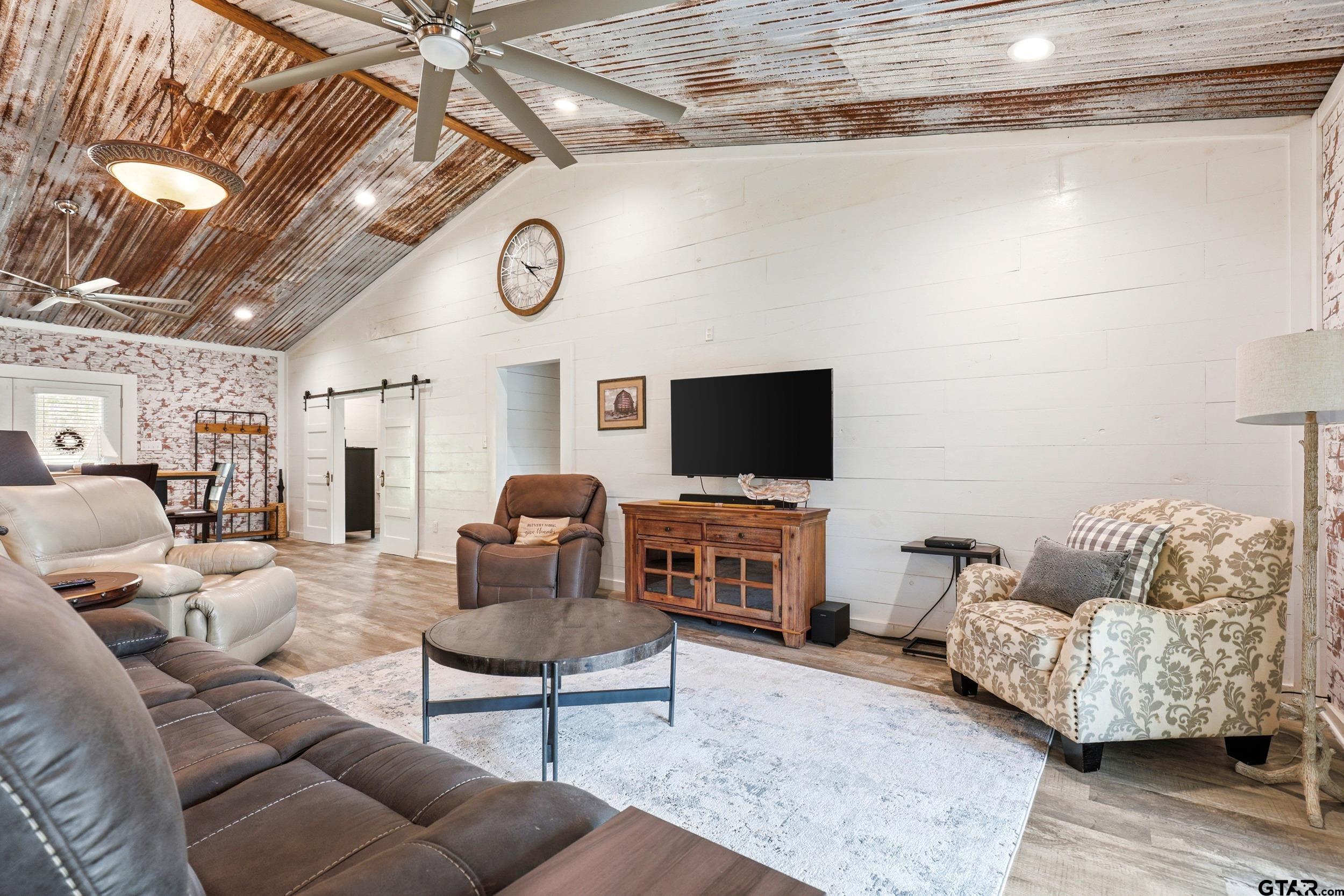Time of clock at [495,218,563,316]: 3:21
